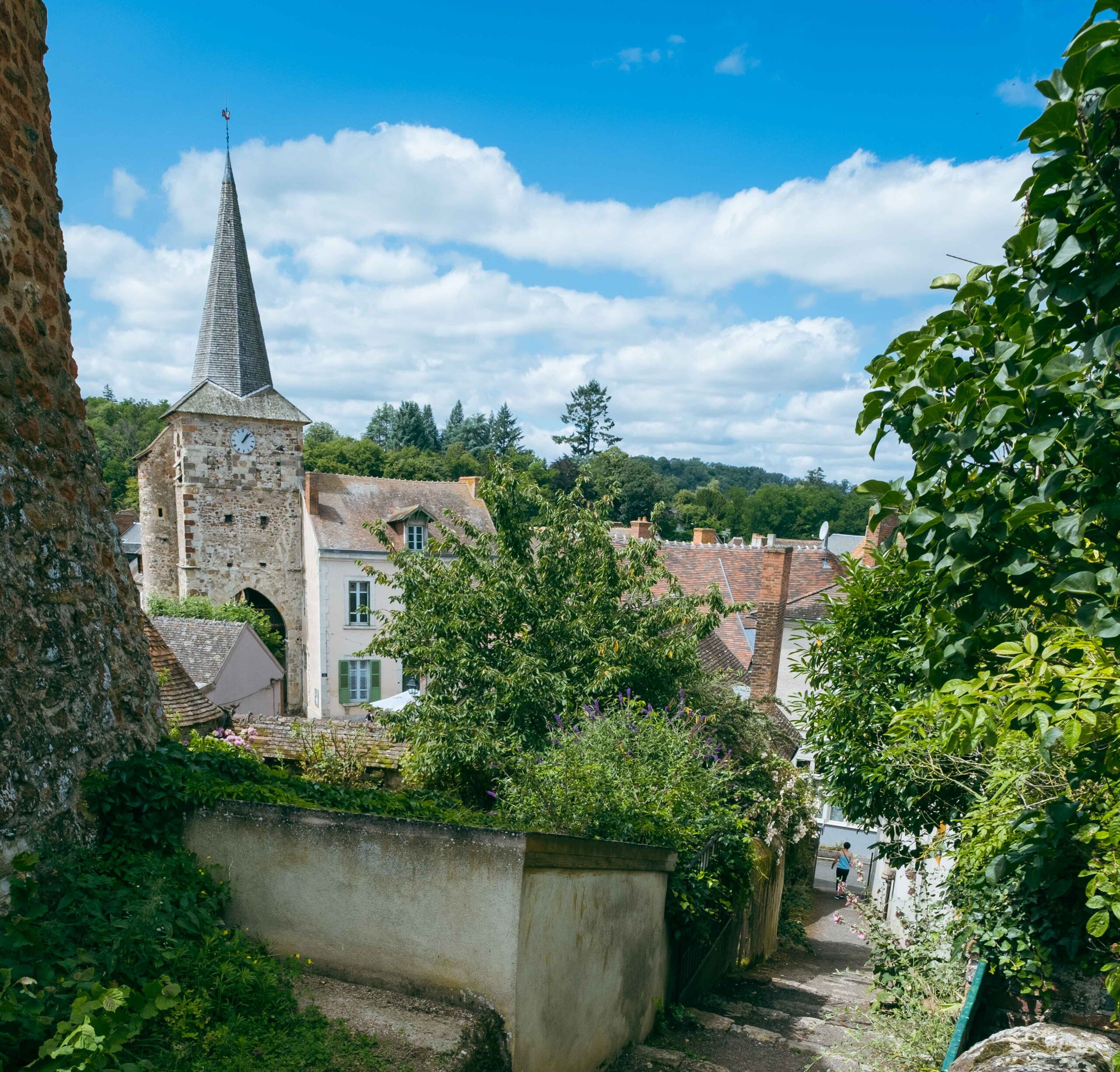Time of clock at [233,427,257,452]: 1:07
